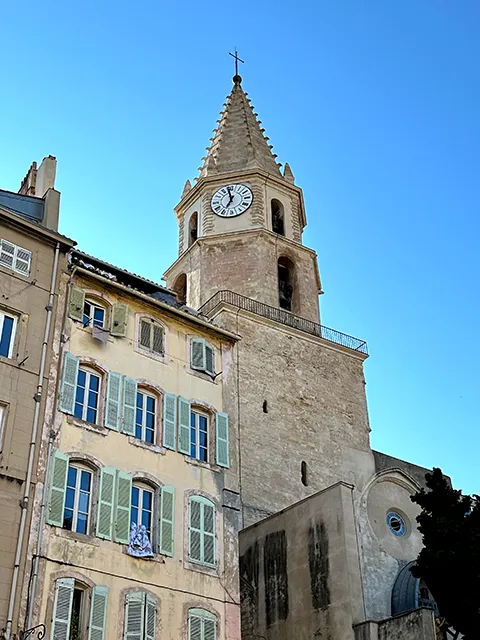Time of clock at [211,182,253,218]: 6:58
